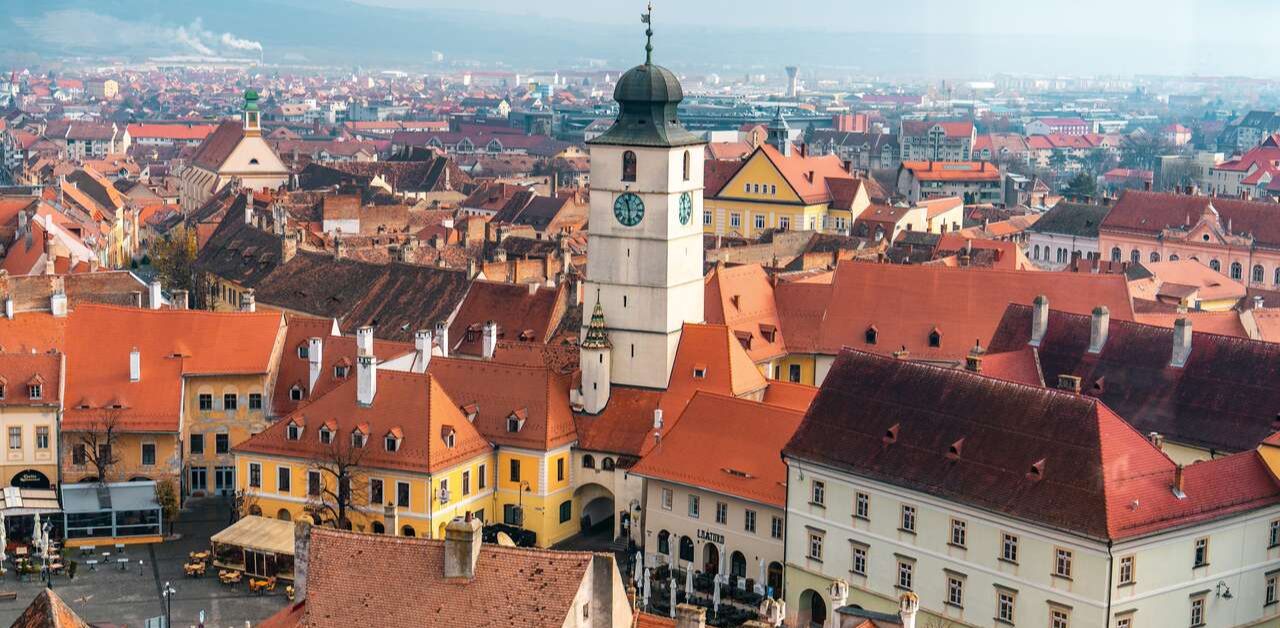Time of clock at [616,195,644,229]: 11:29
